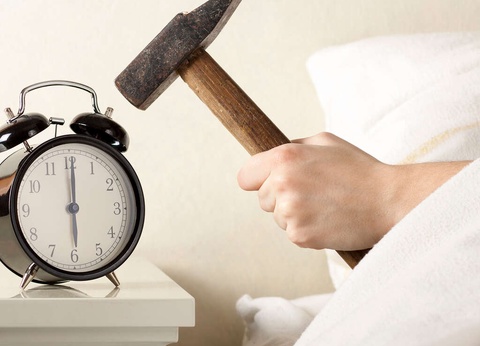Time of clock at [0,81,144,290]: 6:00
